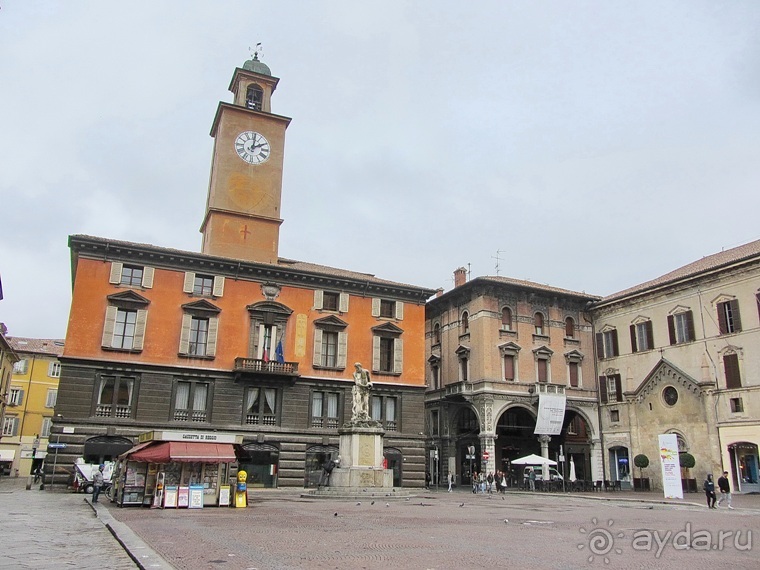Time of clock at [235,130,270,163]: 2:01
